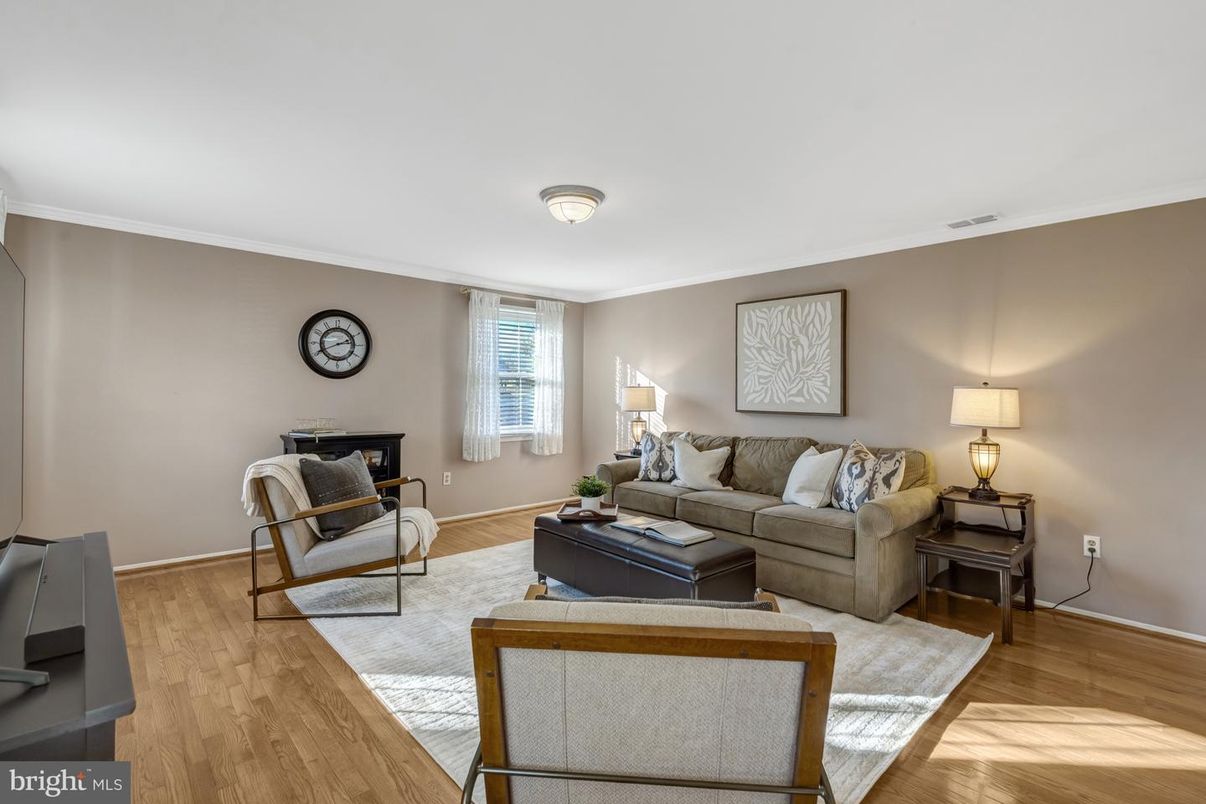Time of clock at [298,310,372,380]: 2:40
